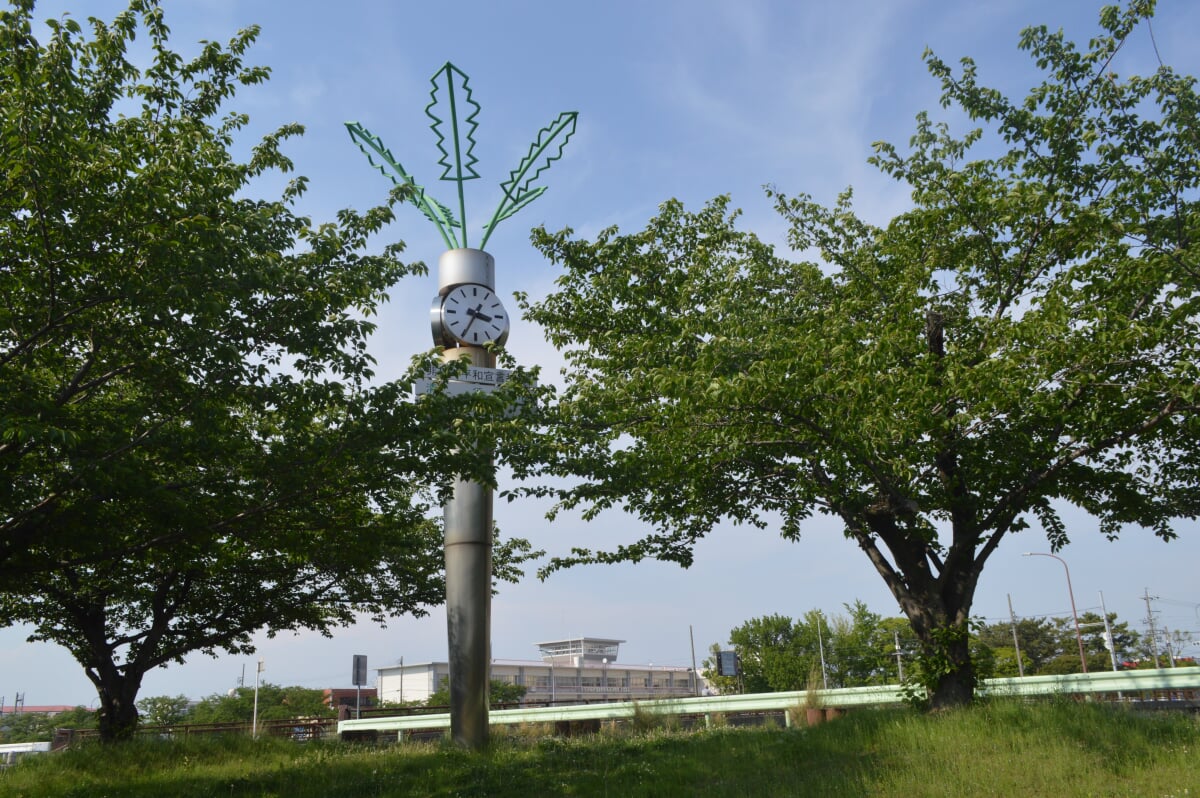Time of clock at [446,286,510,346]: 3:34
